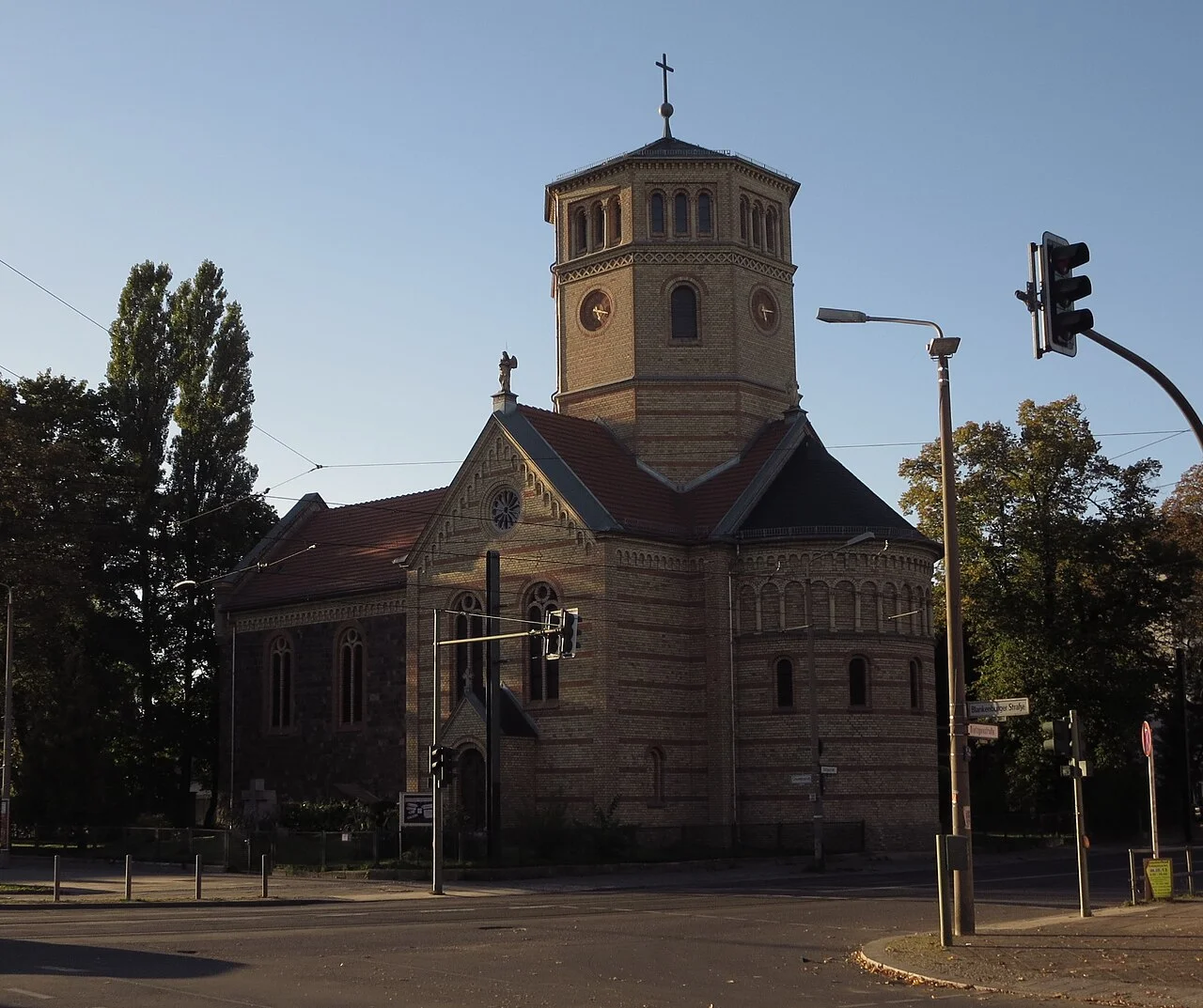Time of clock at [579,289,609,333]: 5:17
